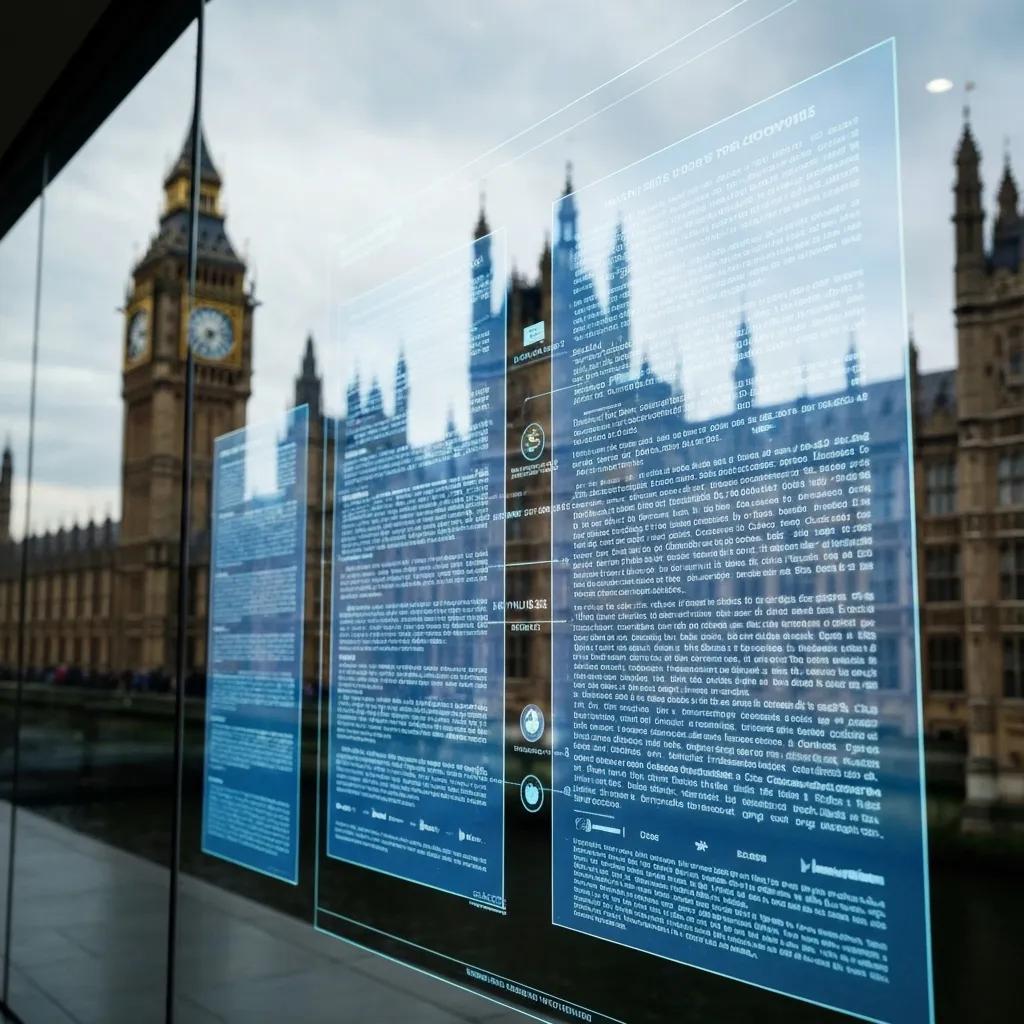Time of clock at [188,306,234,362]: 7:12
